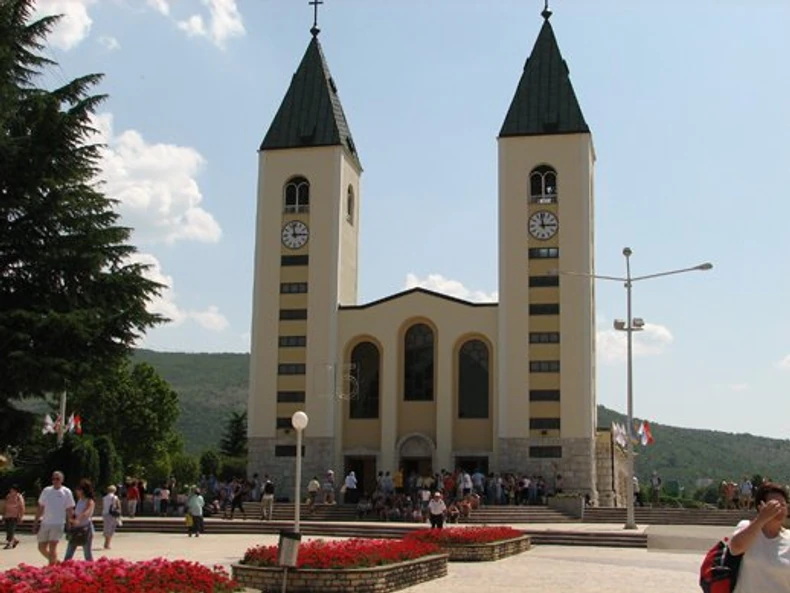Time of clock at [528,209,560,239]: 2:58
